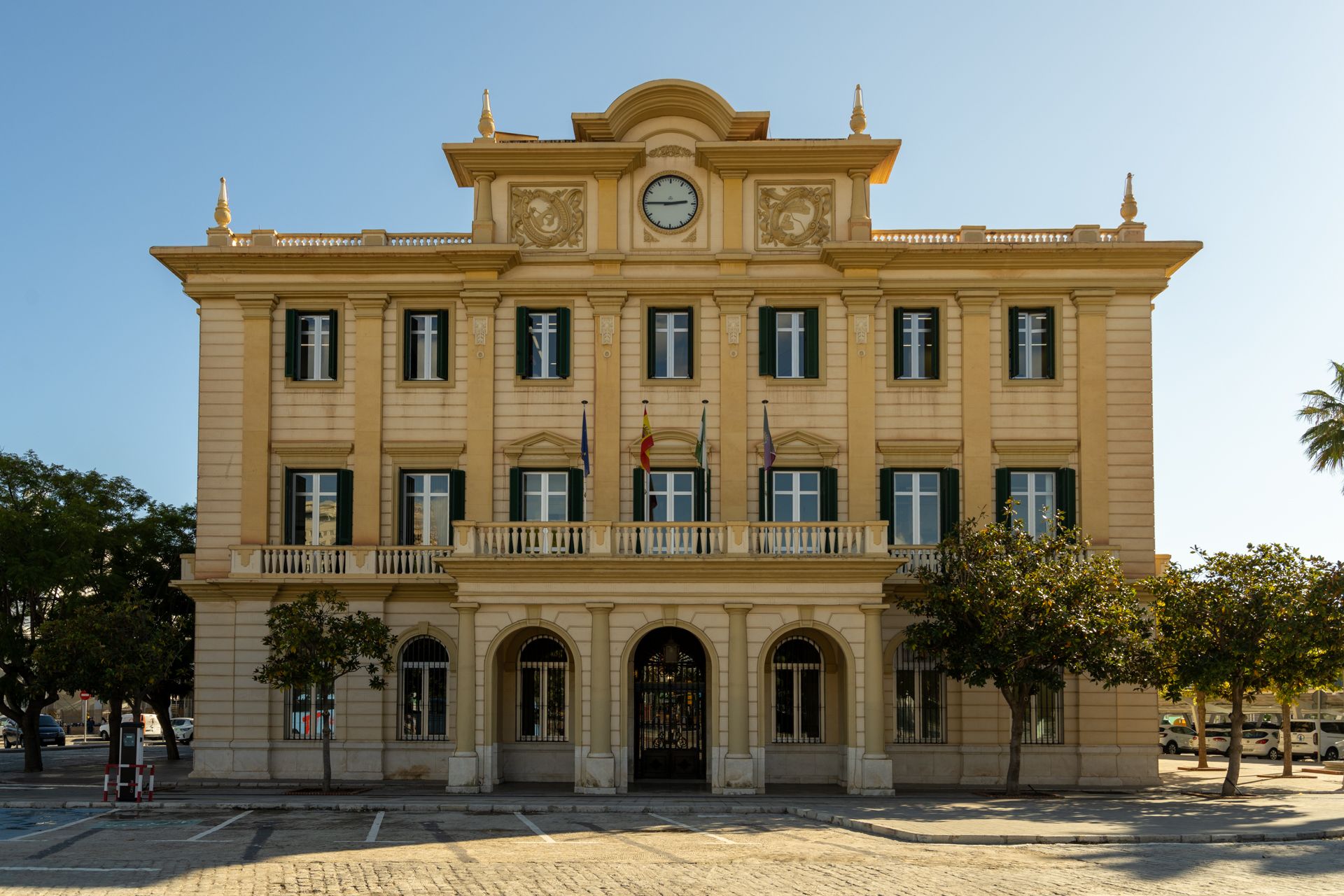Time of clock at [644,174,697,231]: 2:45
